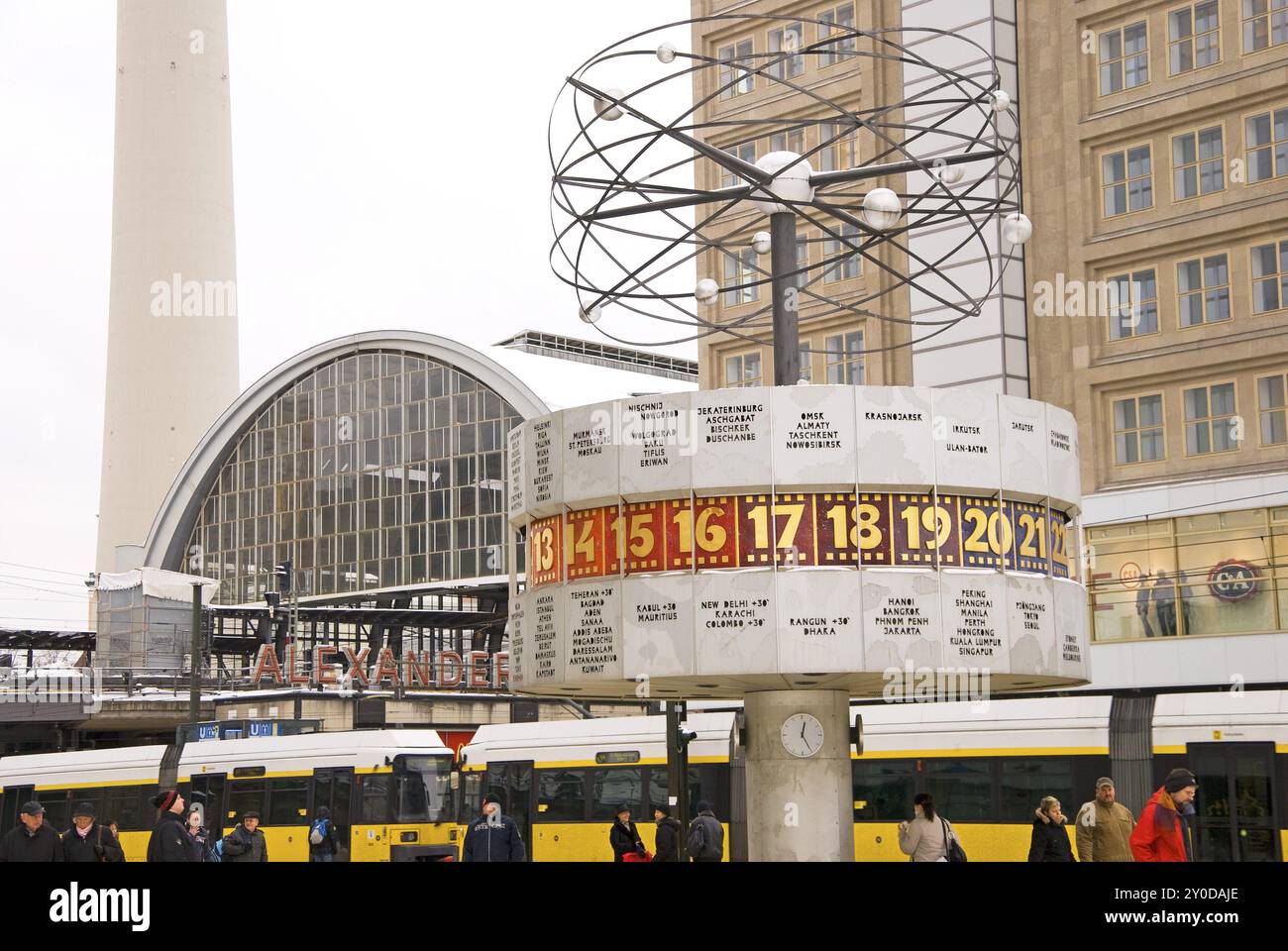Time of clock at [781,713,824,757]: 12:25
